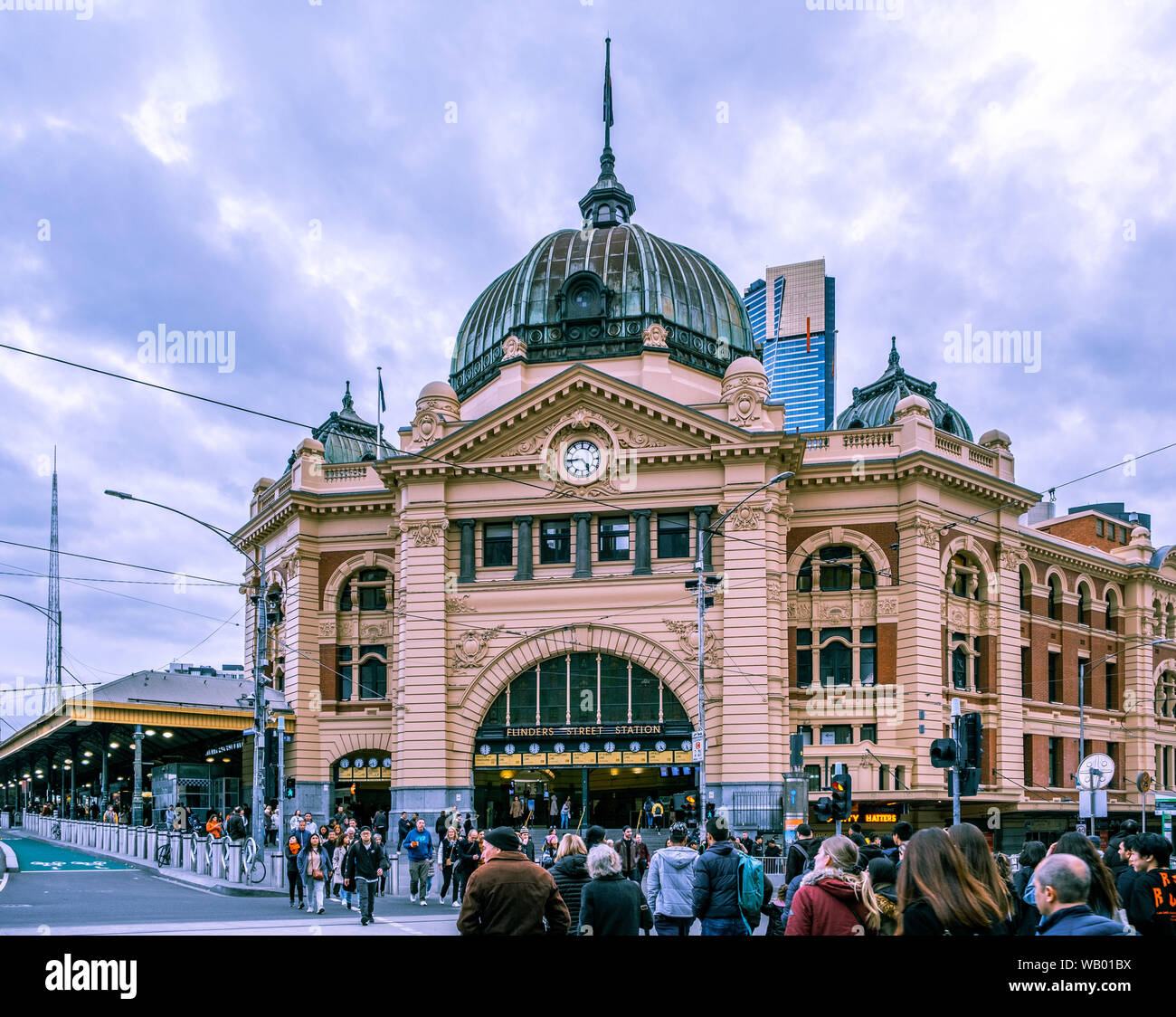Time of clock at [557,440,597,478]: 4:44
